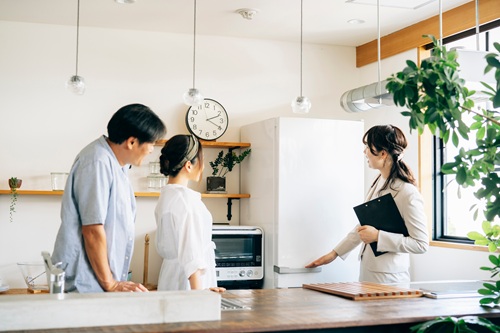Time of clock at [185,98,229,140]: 2:19
